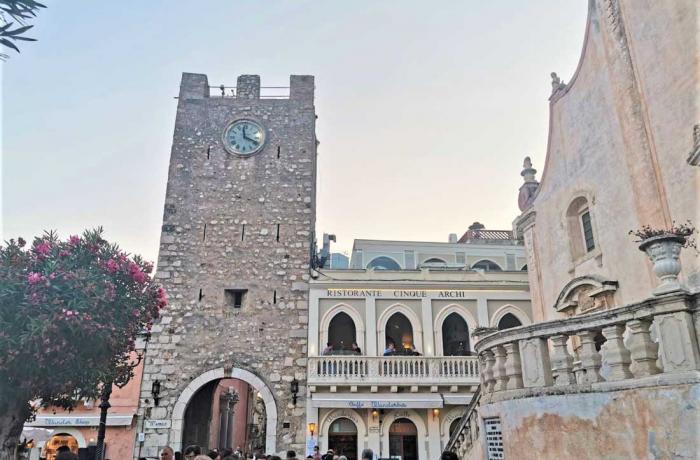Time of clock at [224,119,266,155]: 3:58
